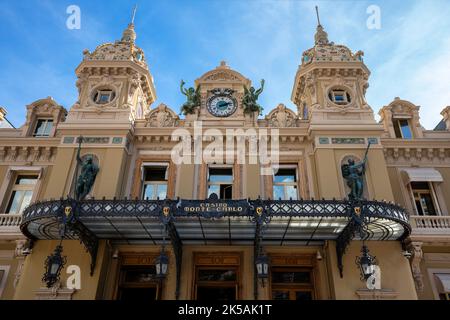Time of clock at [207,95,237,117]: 2:12
